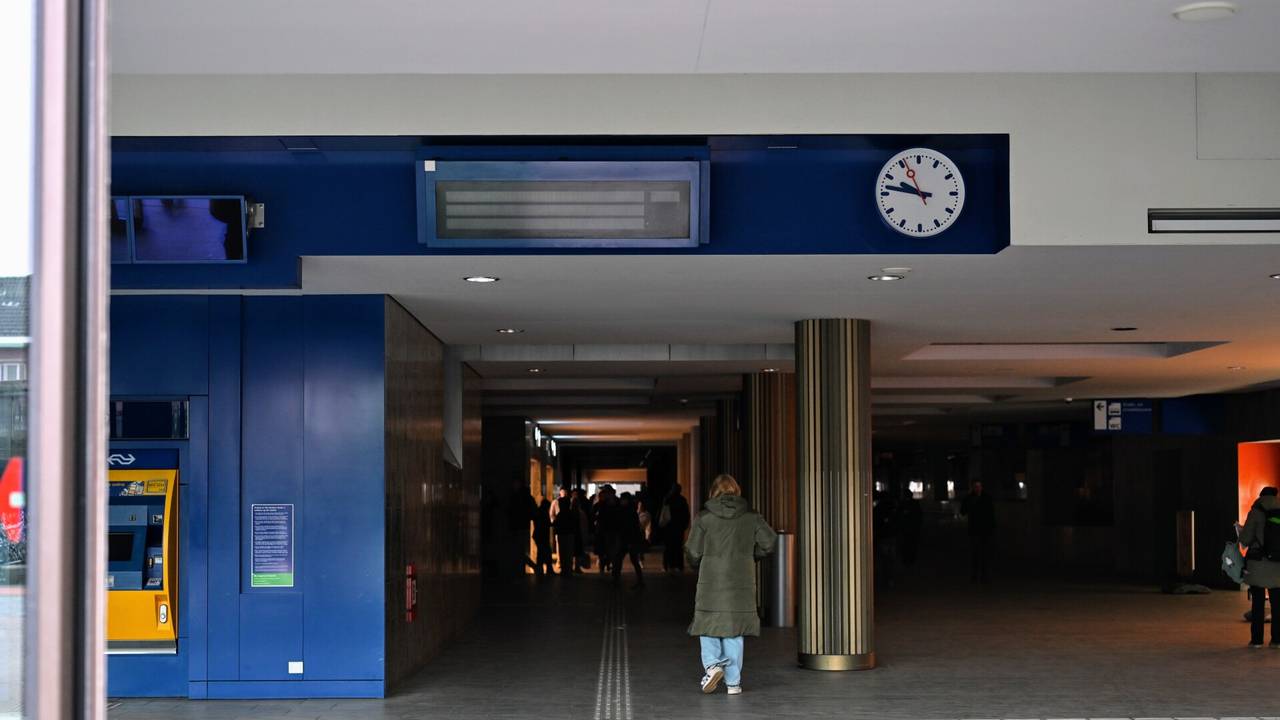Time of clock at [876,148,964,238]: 9:46
